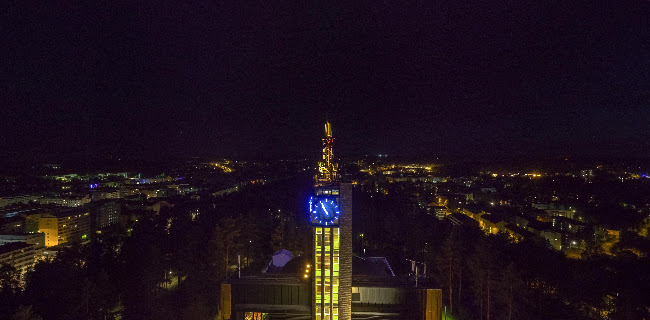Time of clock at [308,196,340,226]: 10:55
